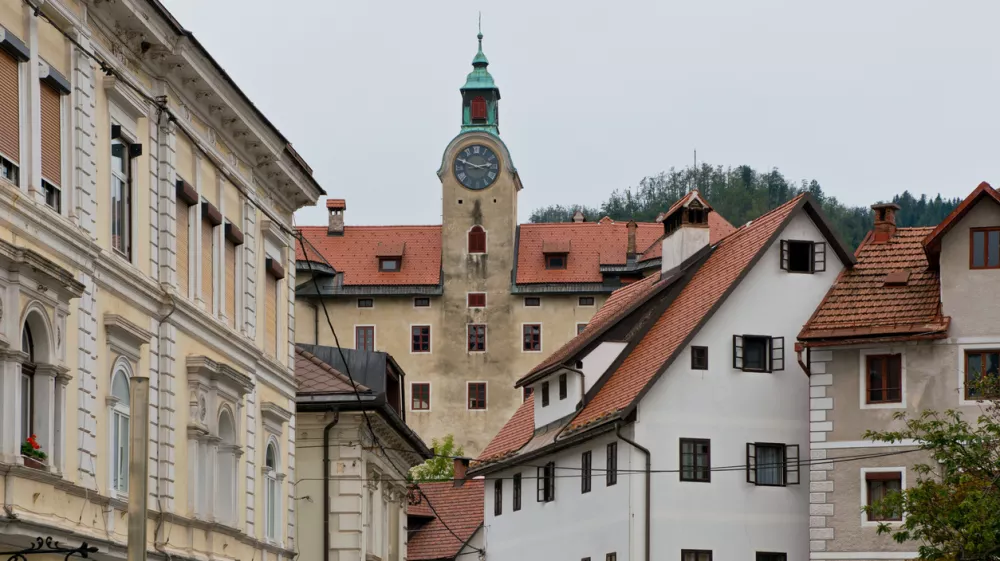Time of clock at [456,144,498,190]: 2:48
